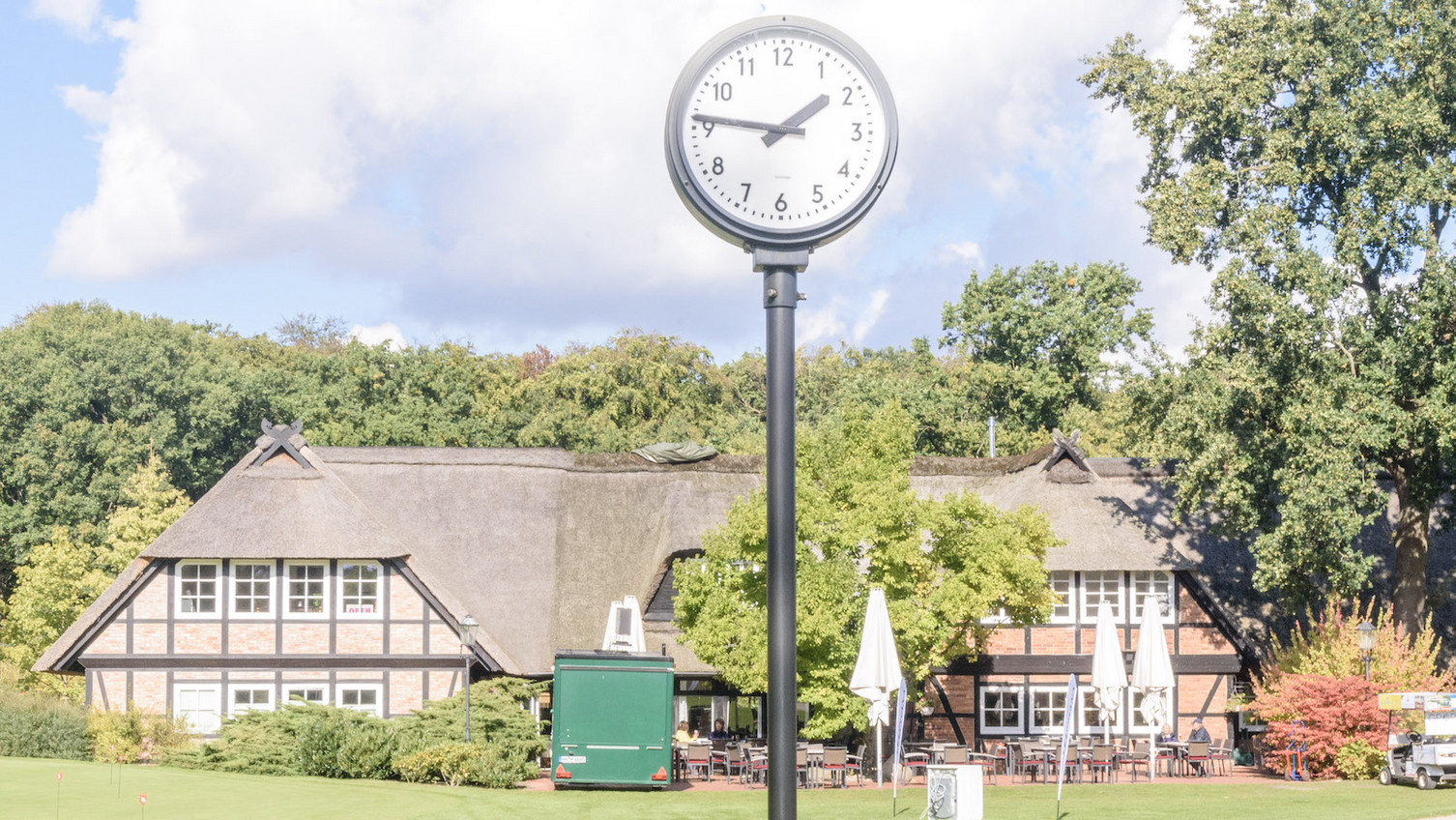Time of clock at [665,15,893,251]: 1:46
